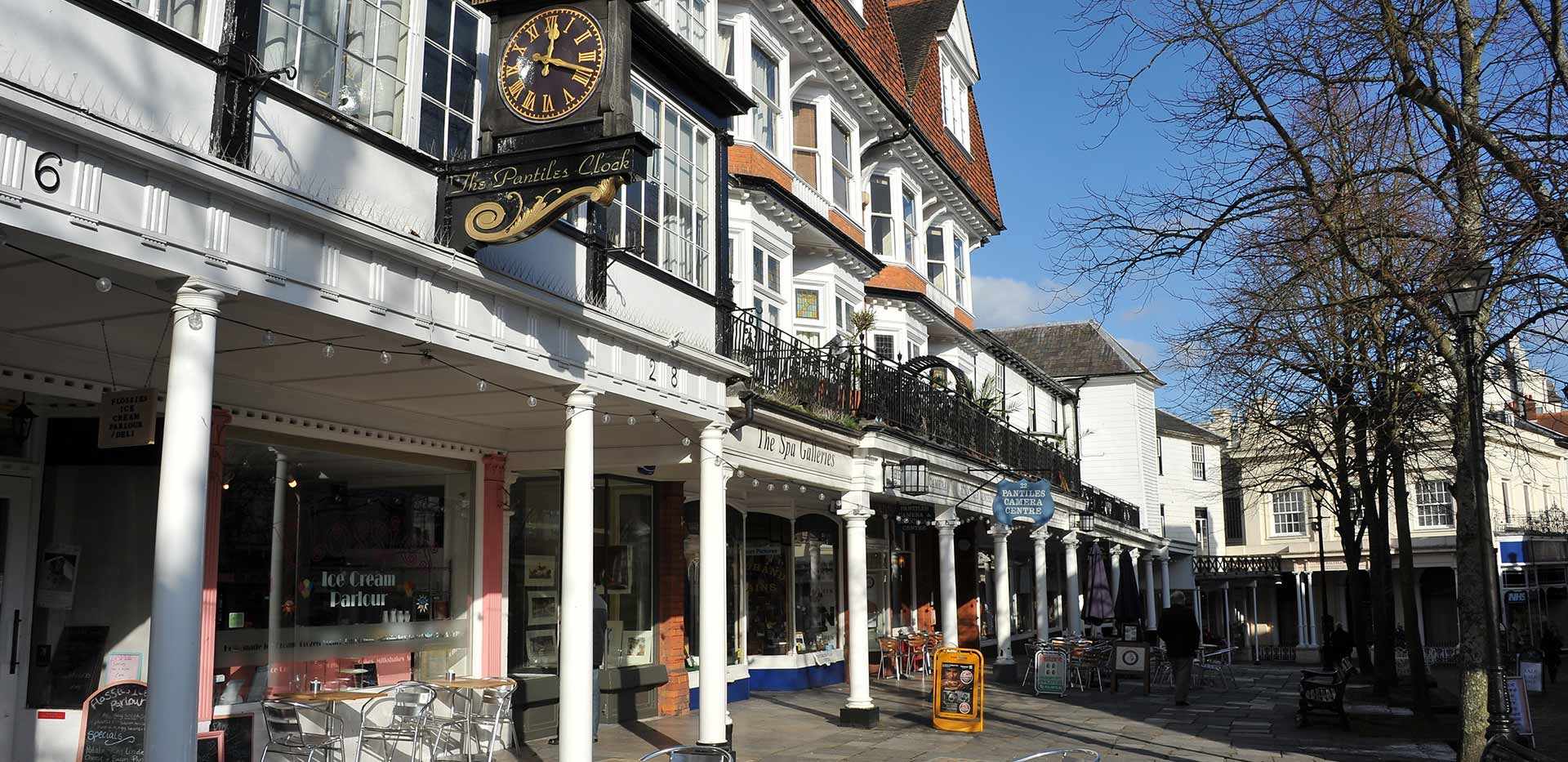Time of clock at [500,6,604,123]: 12:18
